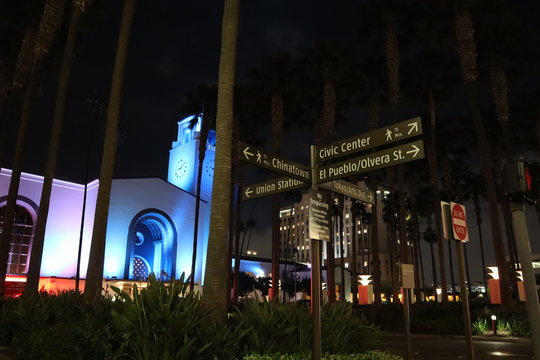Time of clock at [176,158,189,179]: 8:07
